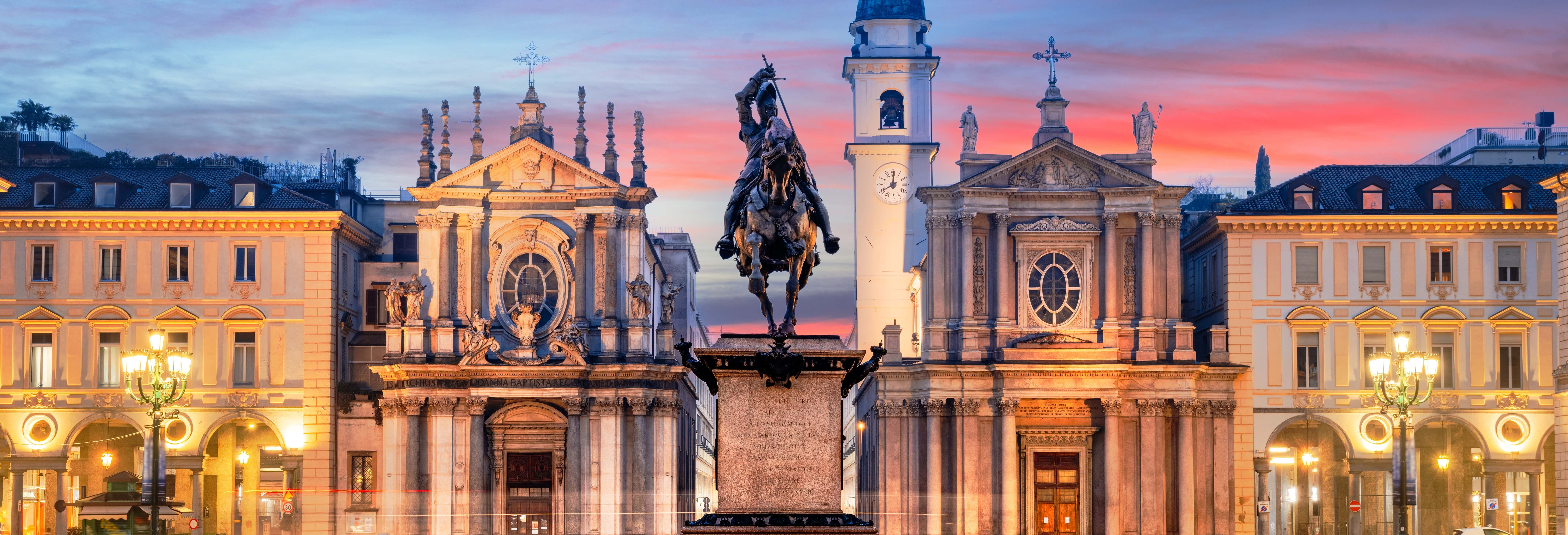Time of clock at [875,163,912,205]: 7:59
